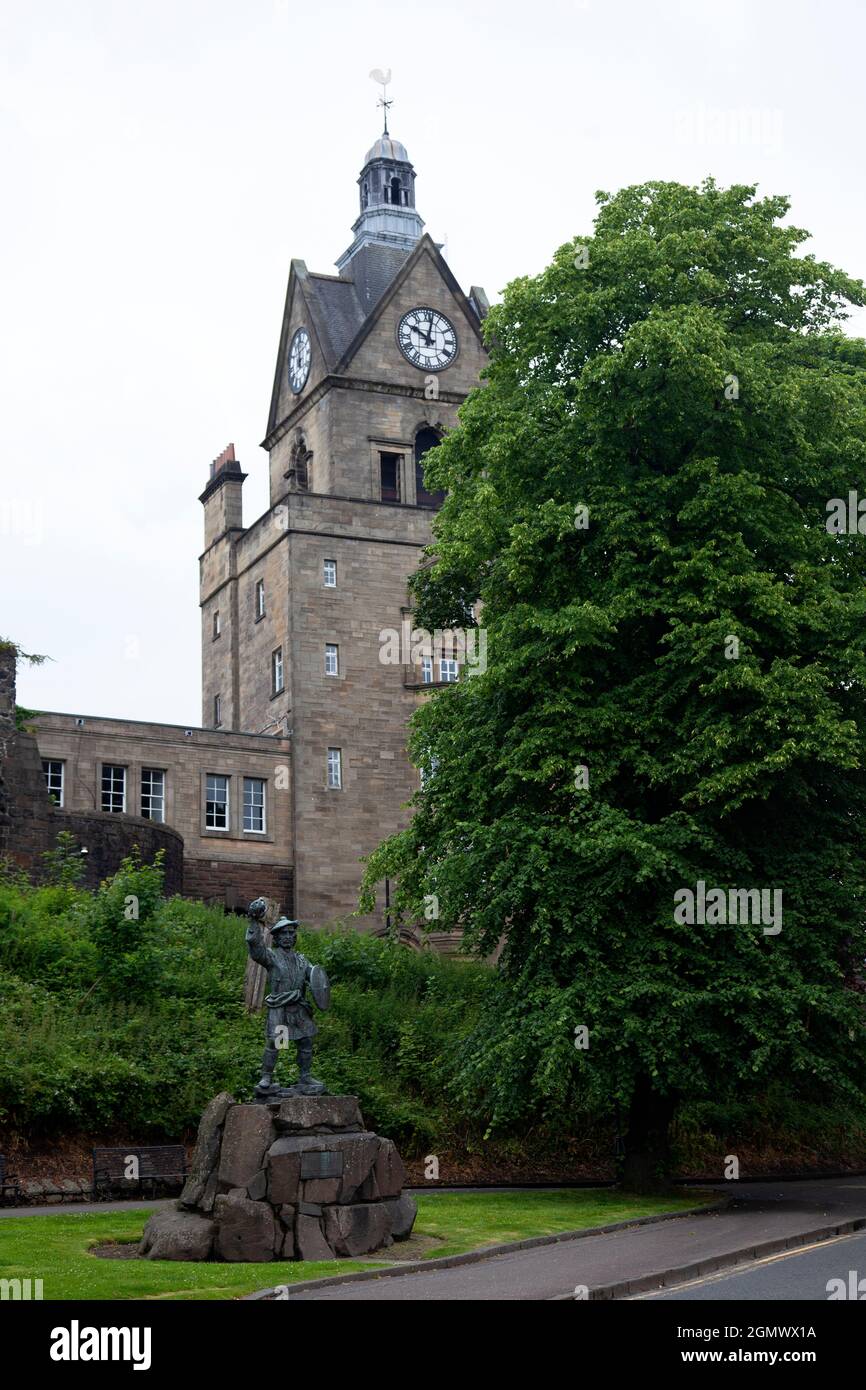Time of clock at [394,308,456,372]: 10:02
